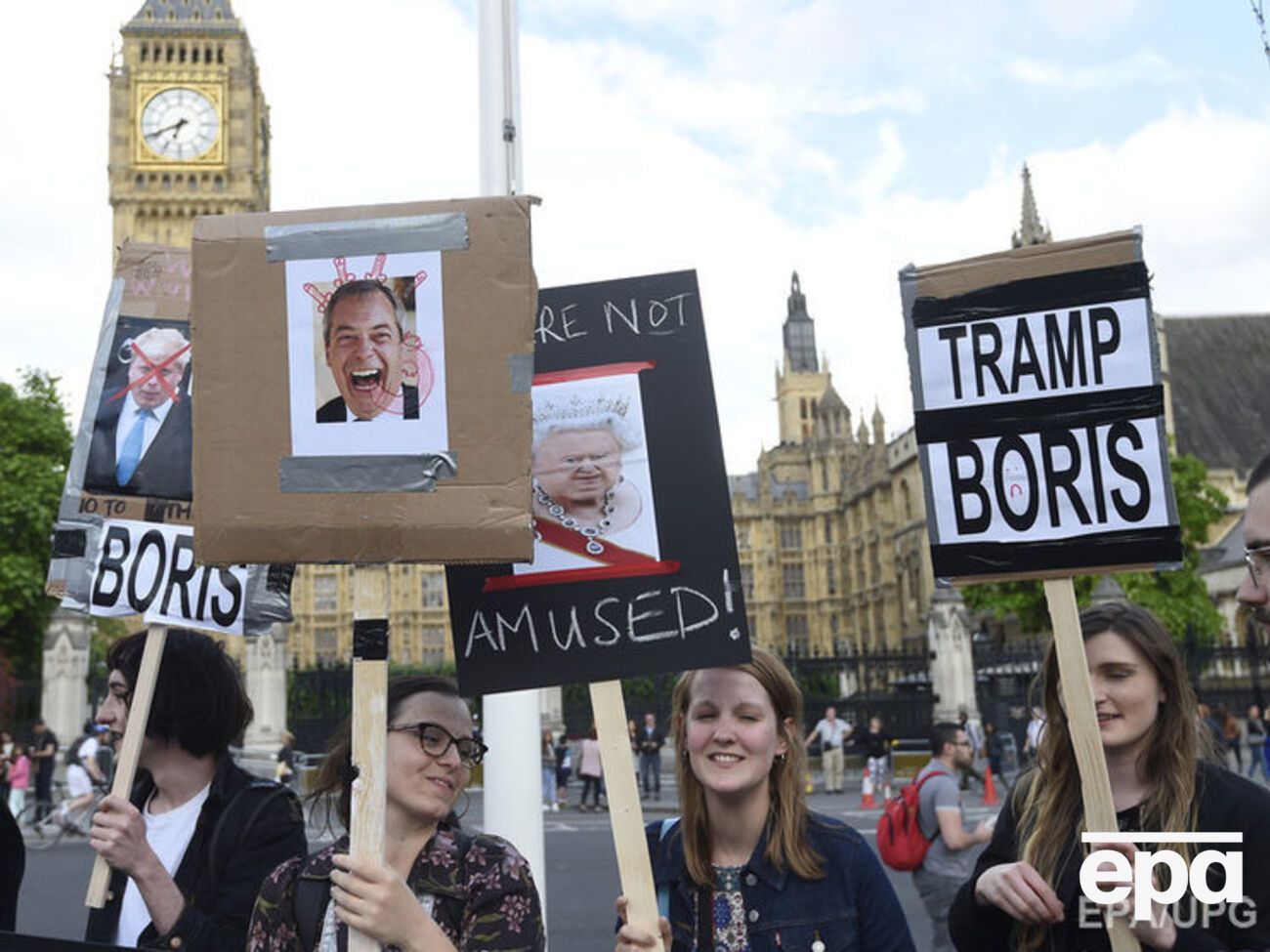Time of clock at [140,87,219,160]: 6:41
